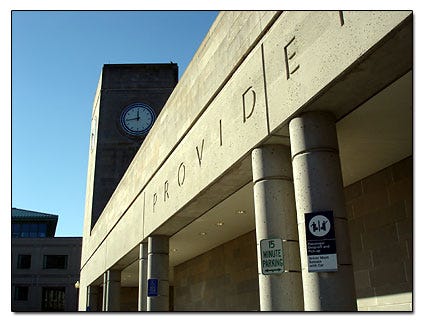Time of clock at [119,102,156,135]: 11:43
